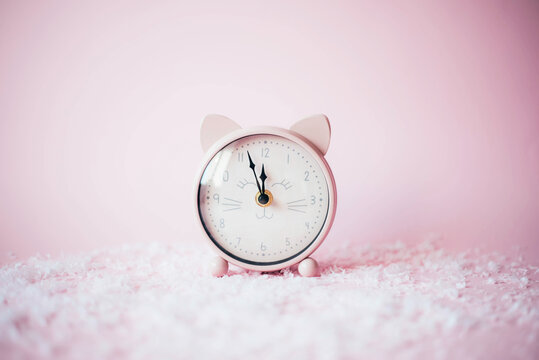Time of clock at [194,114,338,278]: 11:56
